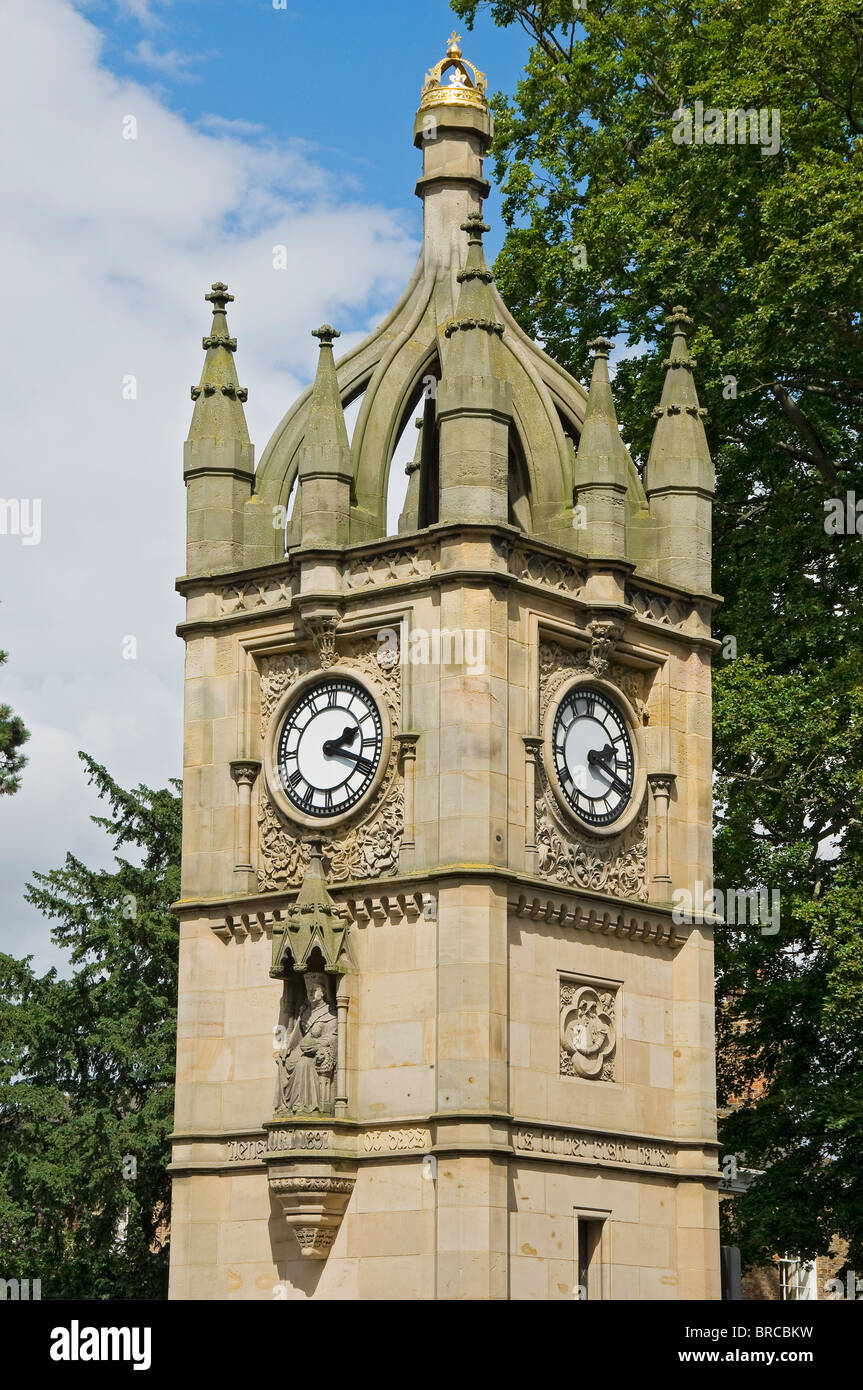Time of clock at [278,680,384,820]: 2:18
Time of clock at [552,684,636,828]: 2:18
